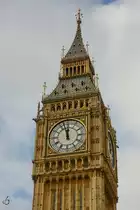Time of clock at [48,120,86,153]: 11:57
